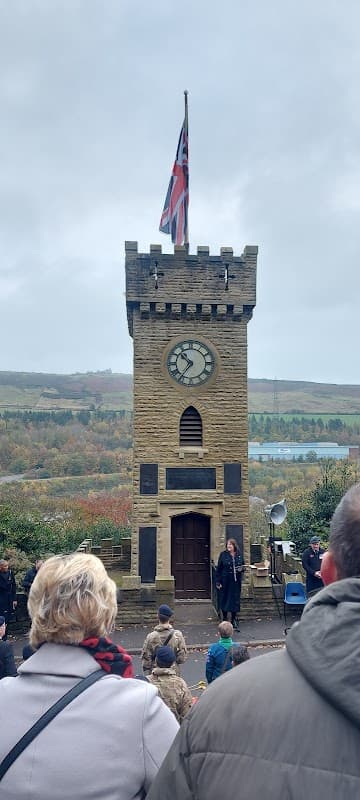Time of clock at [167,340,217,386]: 10:36
